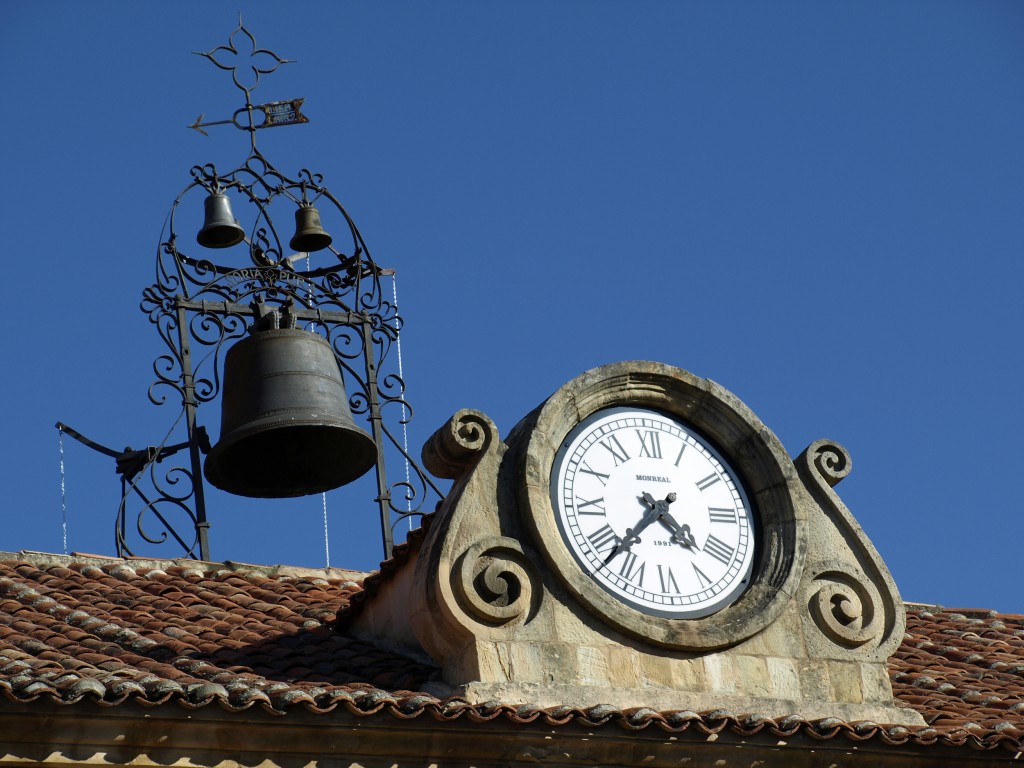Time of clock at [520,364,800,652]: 4:37
